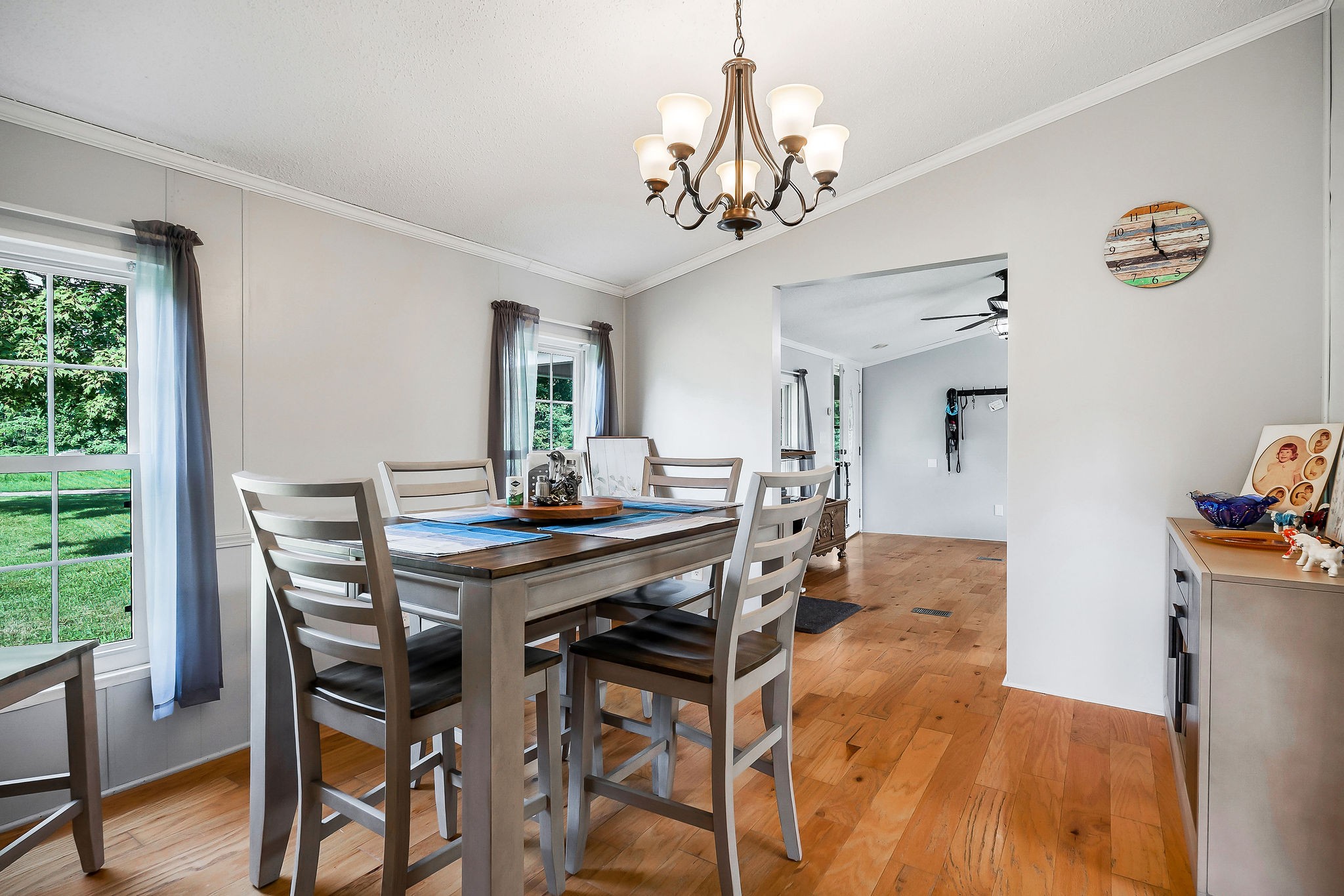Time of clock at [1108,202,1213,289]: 4:59
